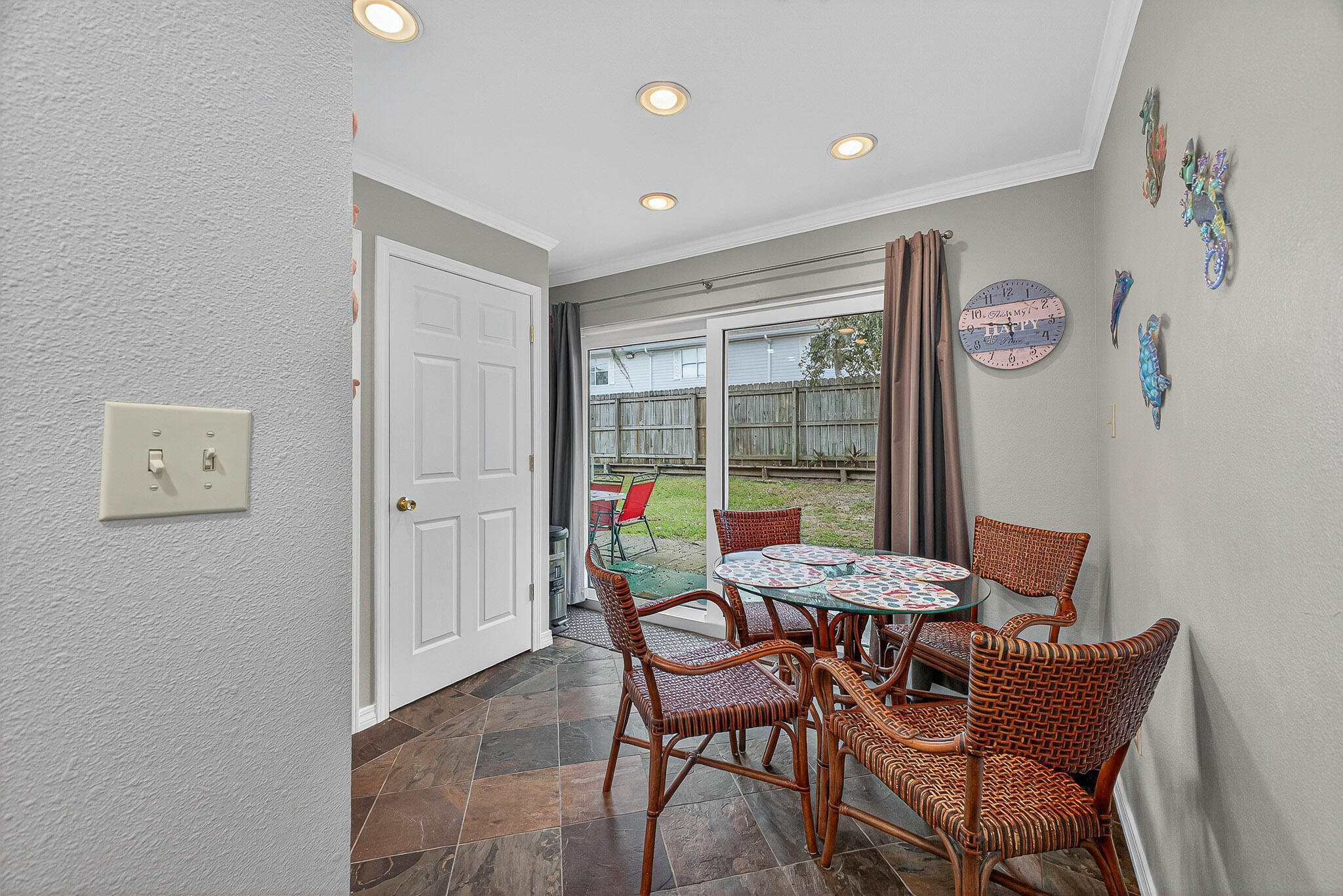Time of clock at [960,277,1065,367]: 5:46
